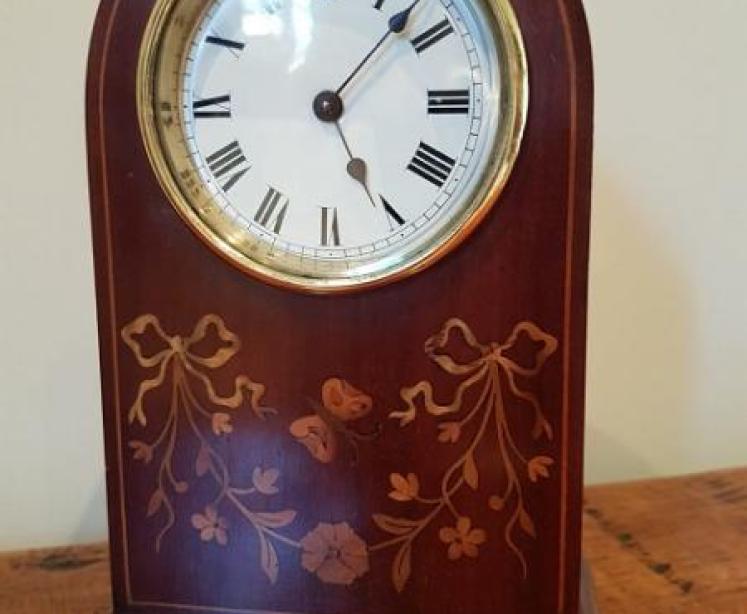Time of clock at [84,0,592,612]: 5:07
